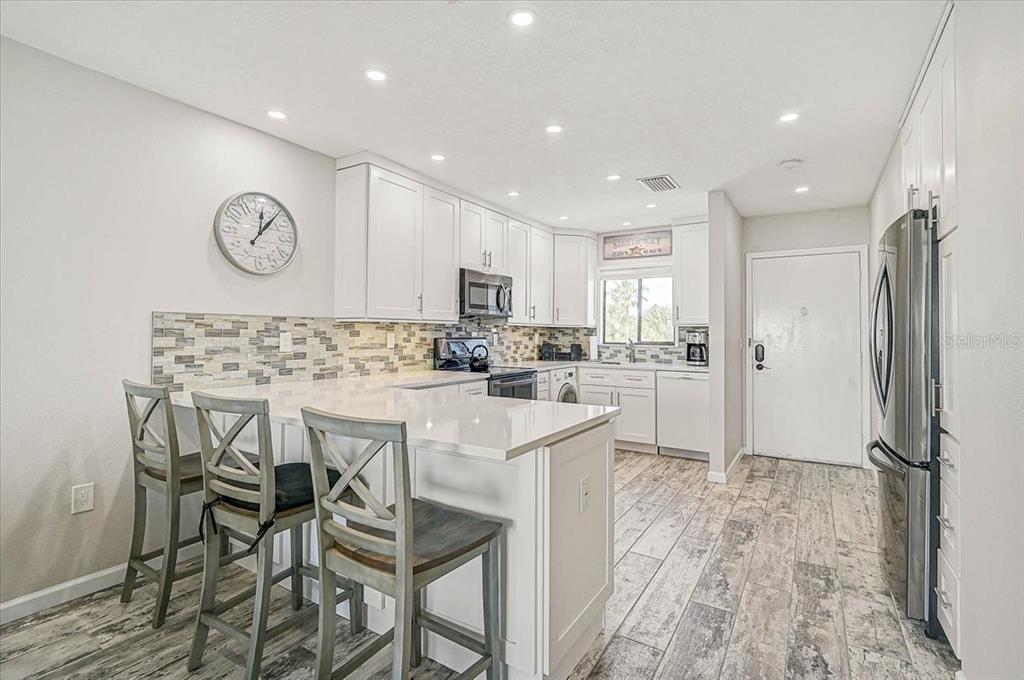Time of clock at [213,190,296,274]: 12:06
